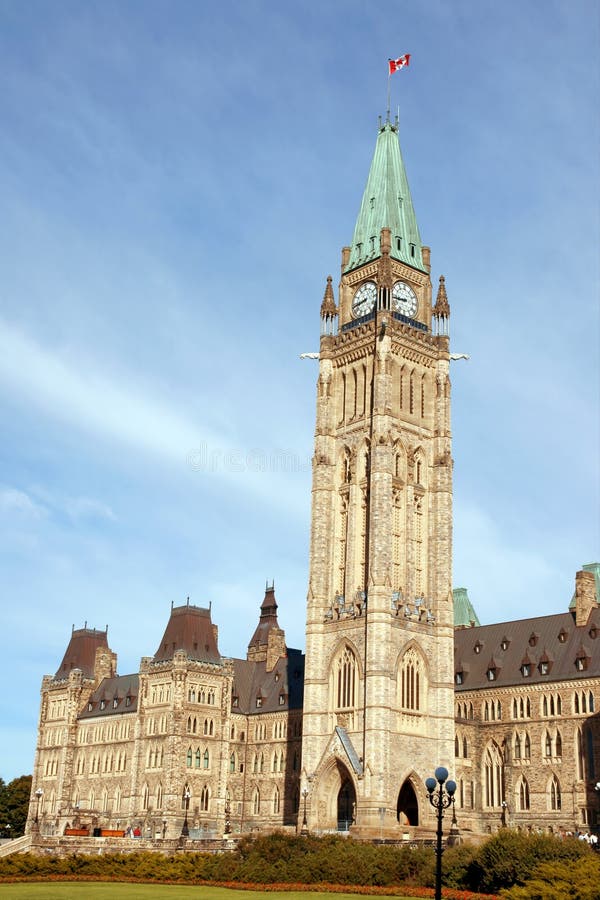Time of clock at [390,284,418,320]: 8:43
